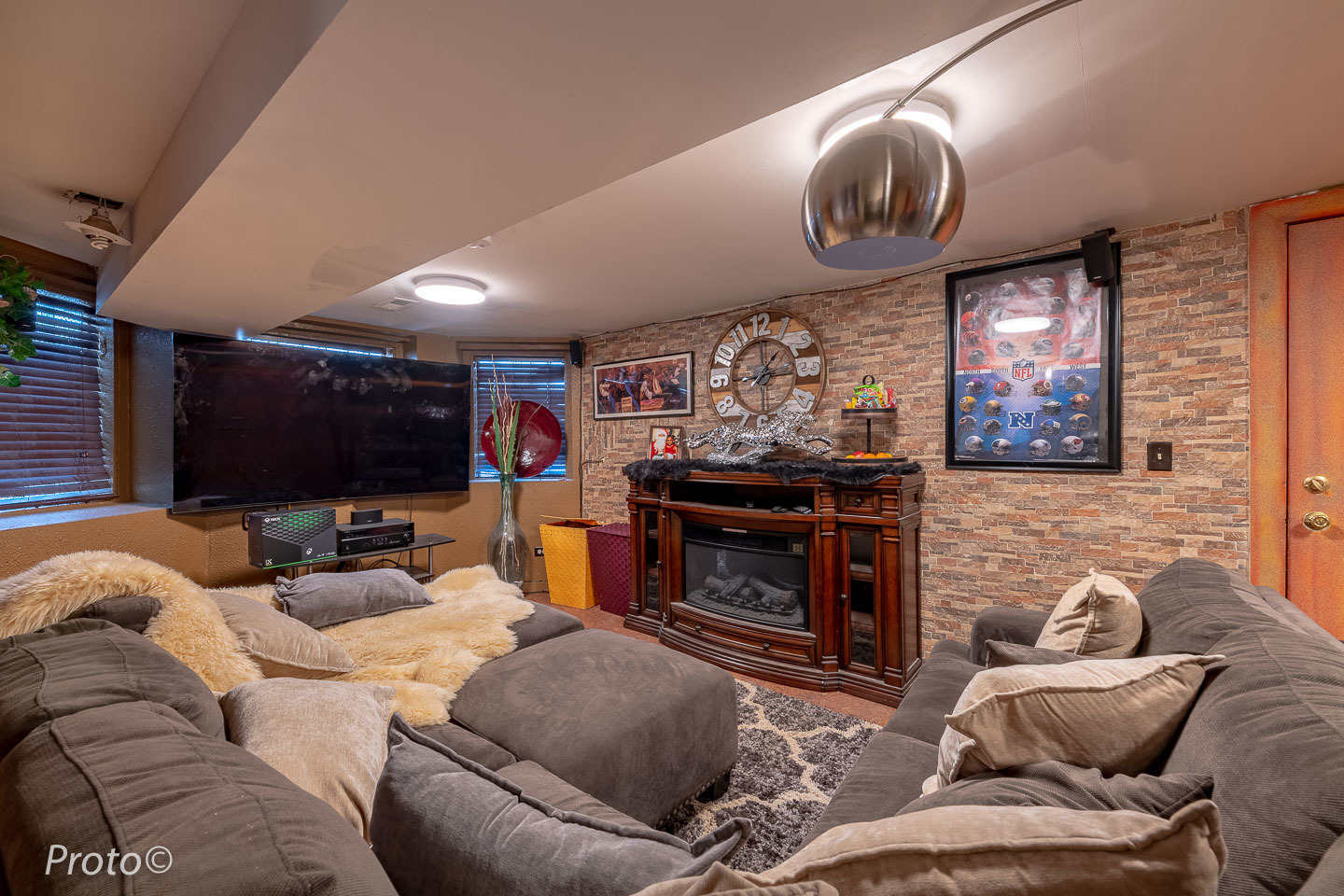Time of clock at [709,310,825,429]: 1:14
